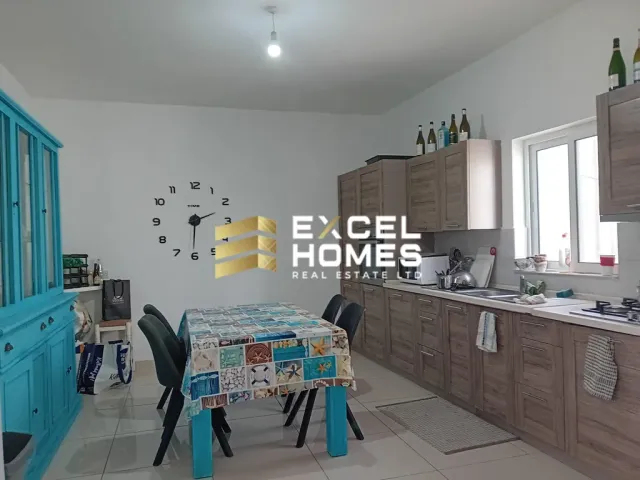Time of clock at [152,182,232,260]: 2:30
